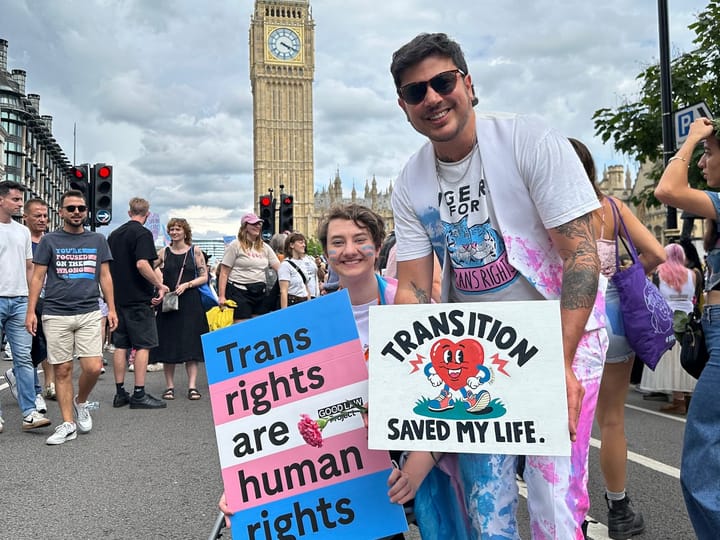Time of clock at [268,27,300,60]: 4:18
